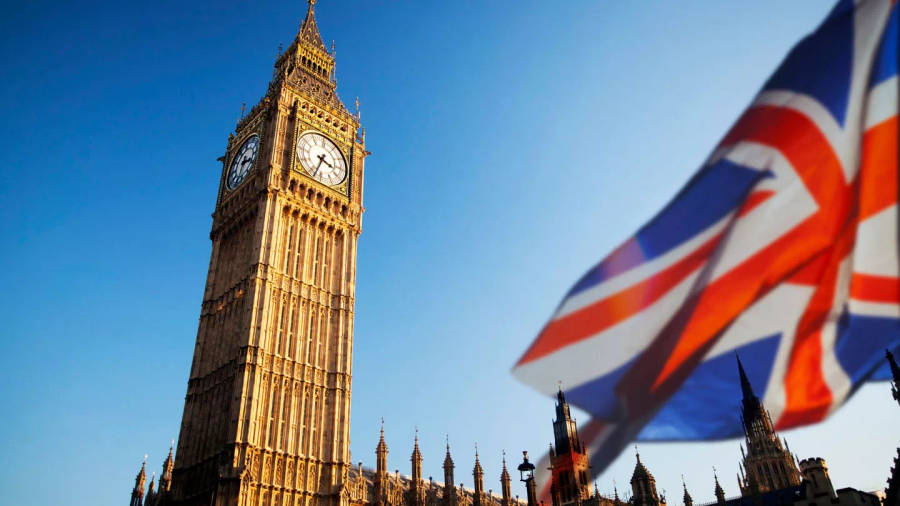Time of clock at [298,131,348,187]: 3:33
